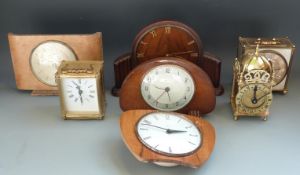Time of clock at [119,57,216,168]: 2:48
